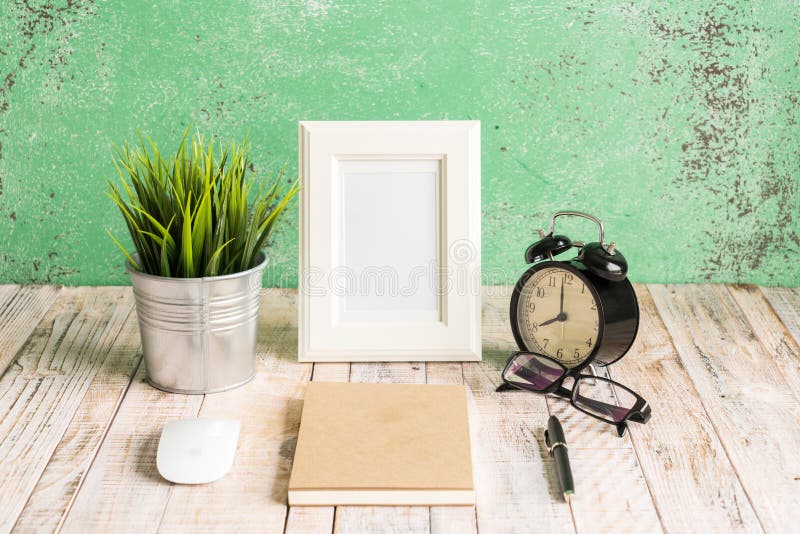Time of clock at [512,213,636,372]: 7:59
